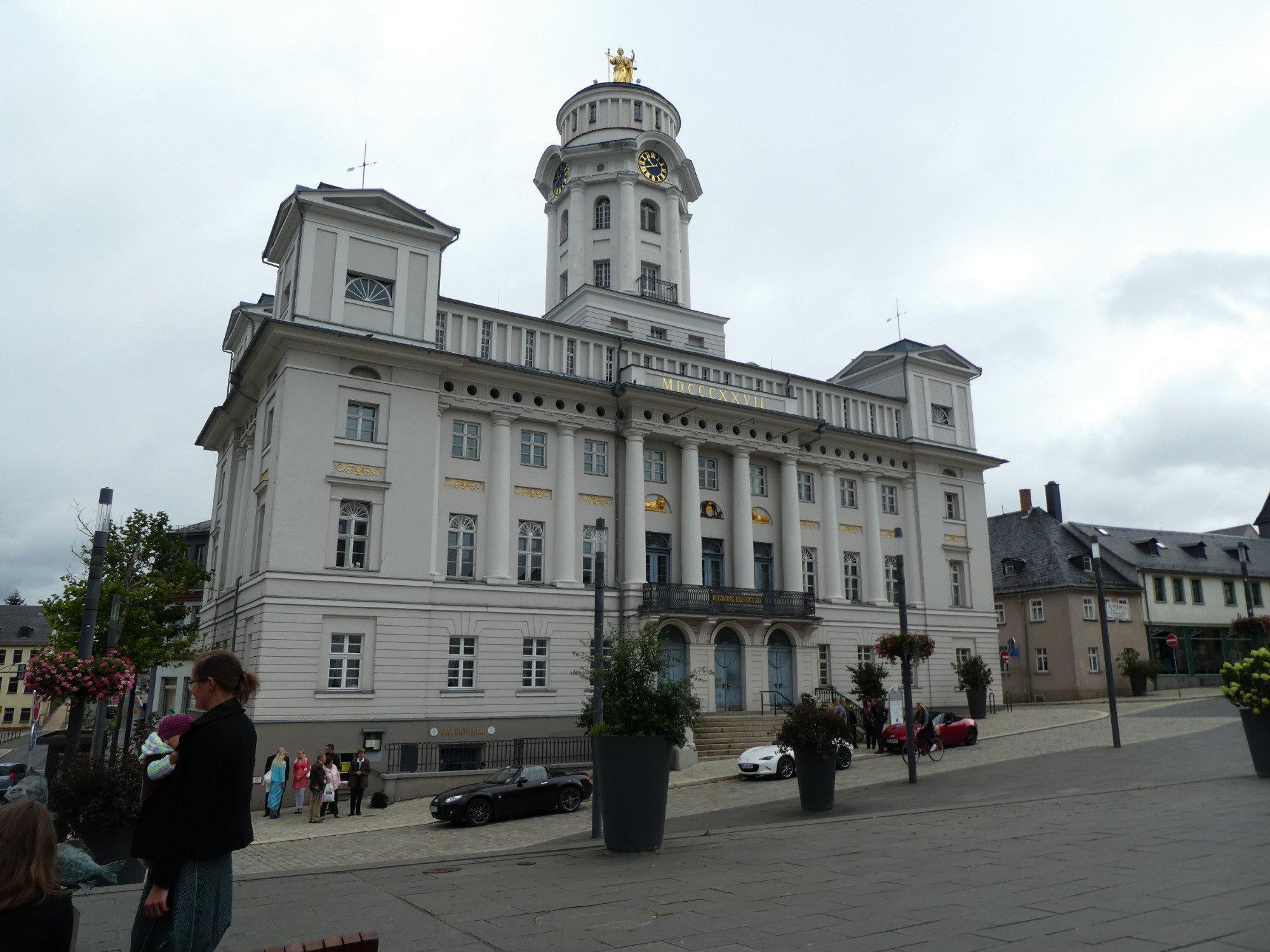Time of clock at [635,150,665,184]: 10:42
